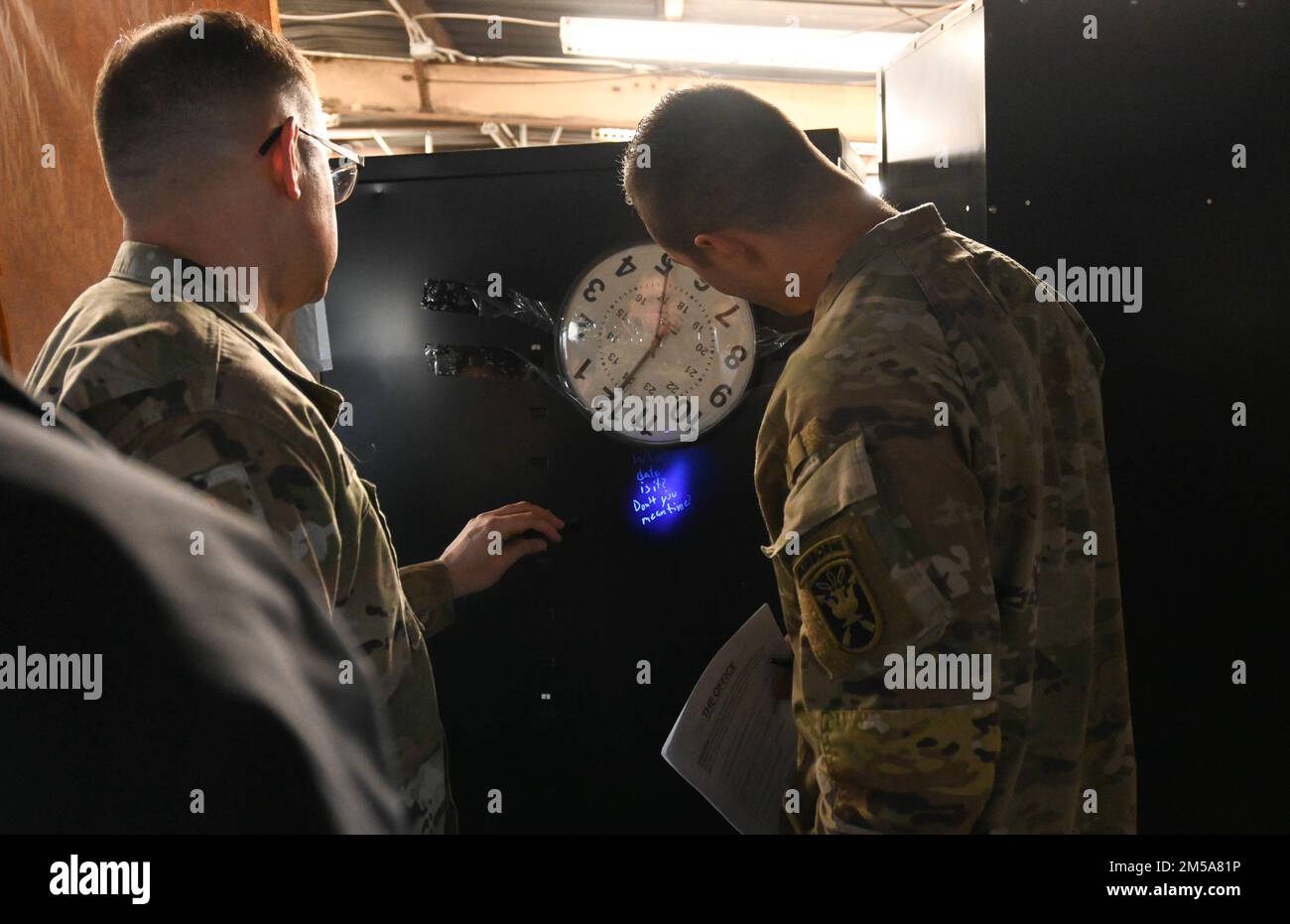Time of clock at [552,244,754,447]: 7:00
